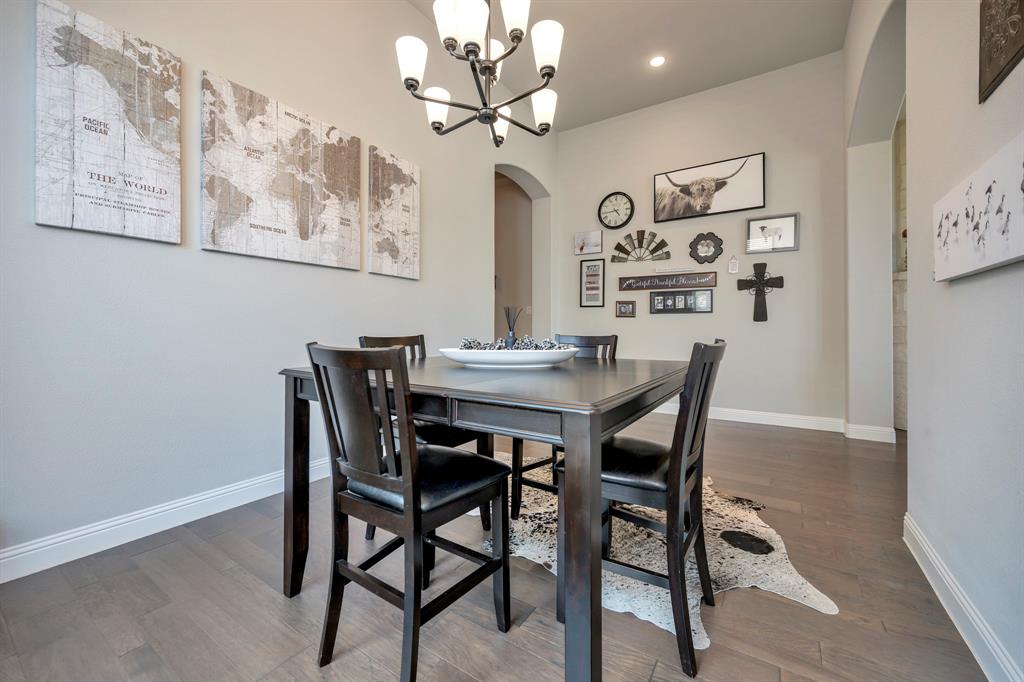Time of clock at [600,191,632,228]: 4:43
